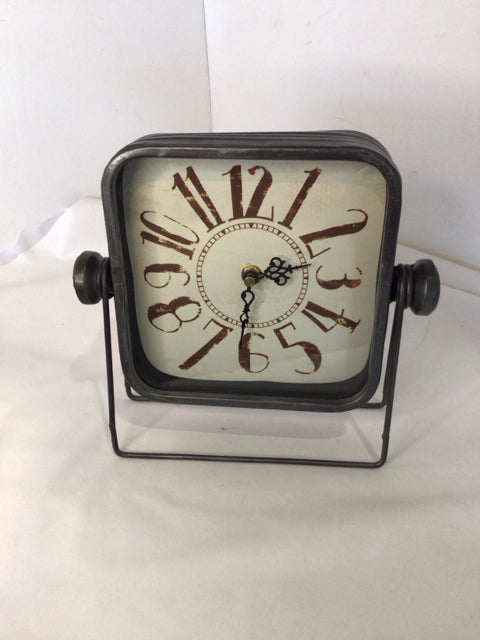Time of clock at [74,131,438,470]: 2:31
